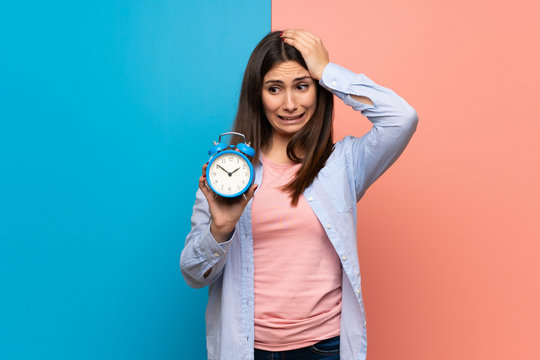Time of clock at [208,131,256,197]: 1:51
